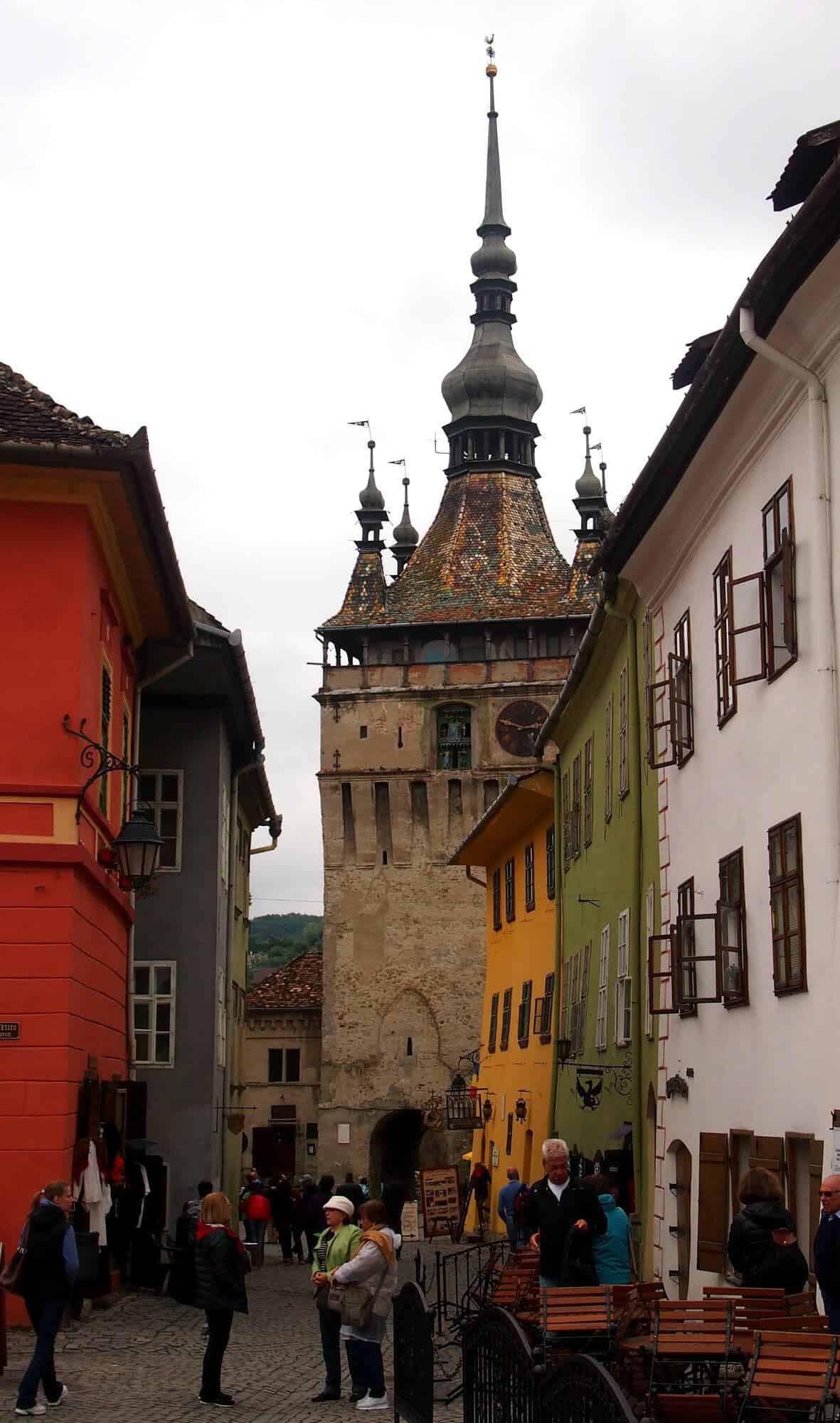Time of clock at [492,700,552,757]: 2:48
